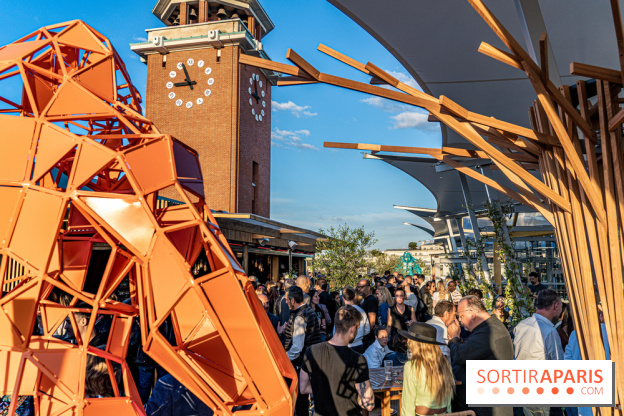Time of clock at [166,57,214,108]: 8:56
